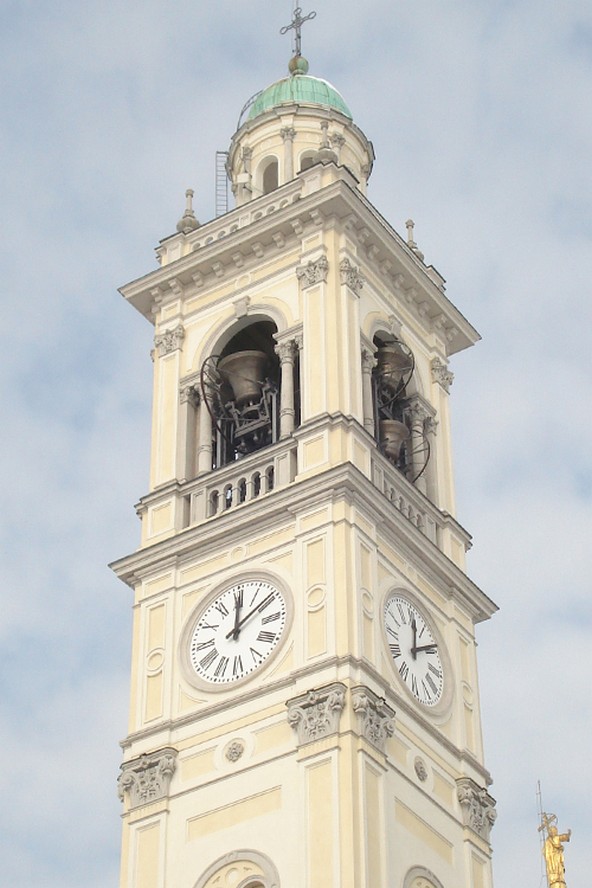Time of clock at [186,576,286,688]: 12:09
